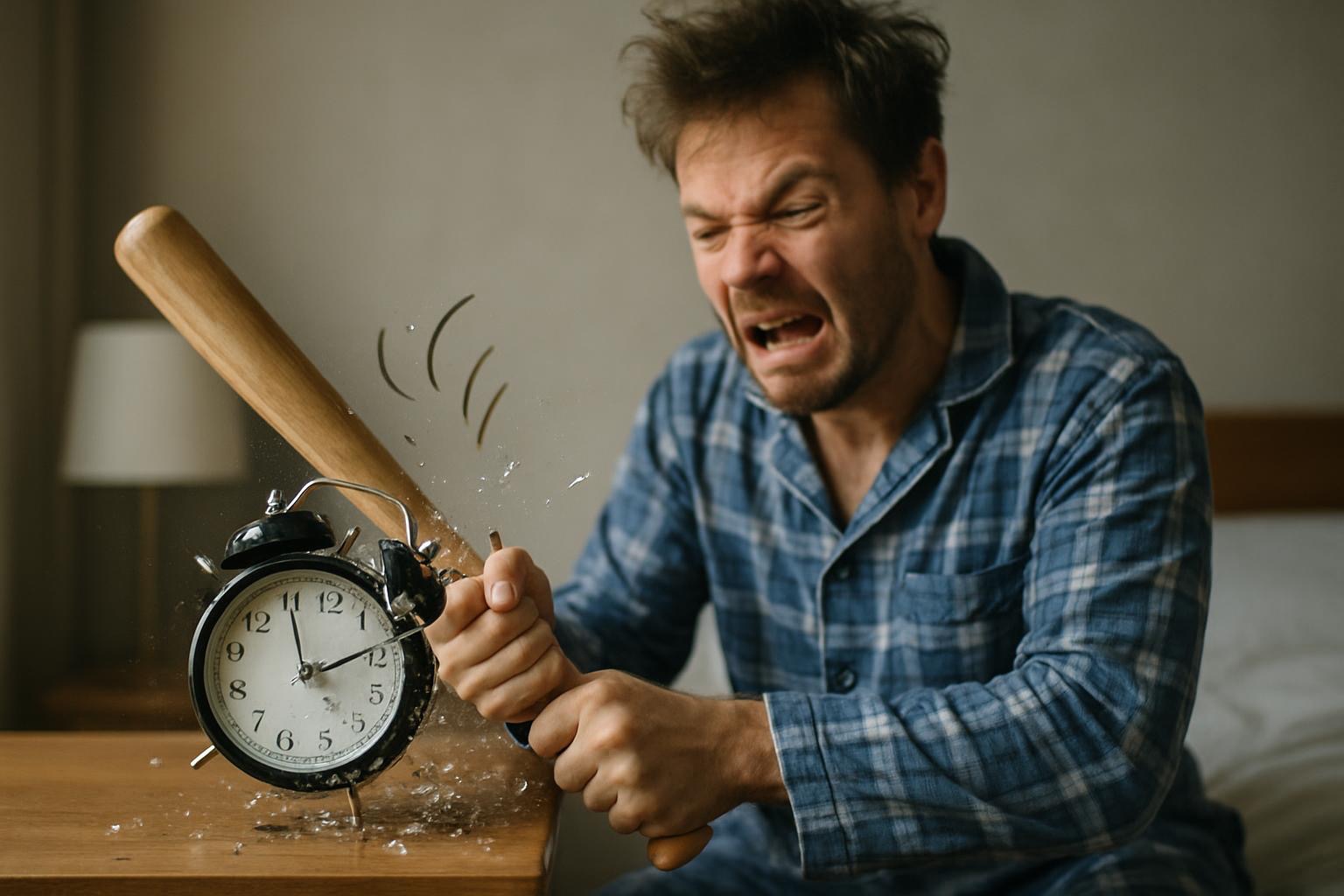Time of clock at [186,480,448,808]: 1:55
